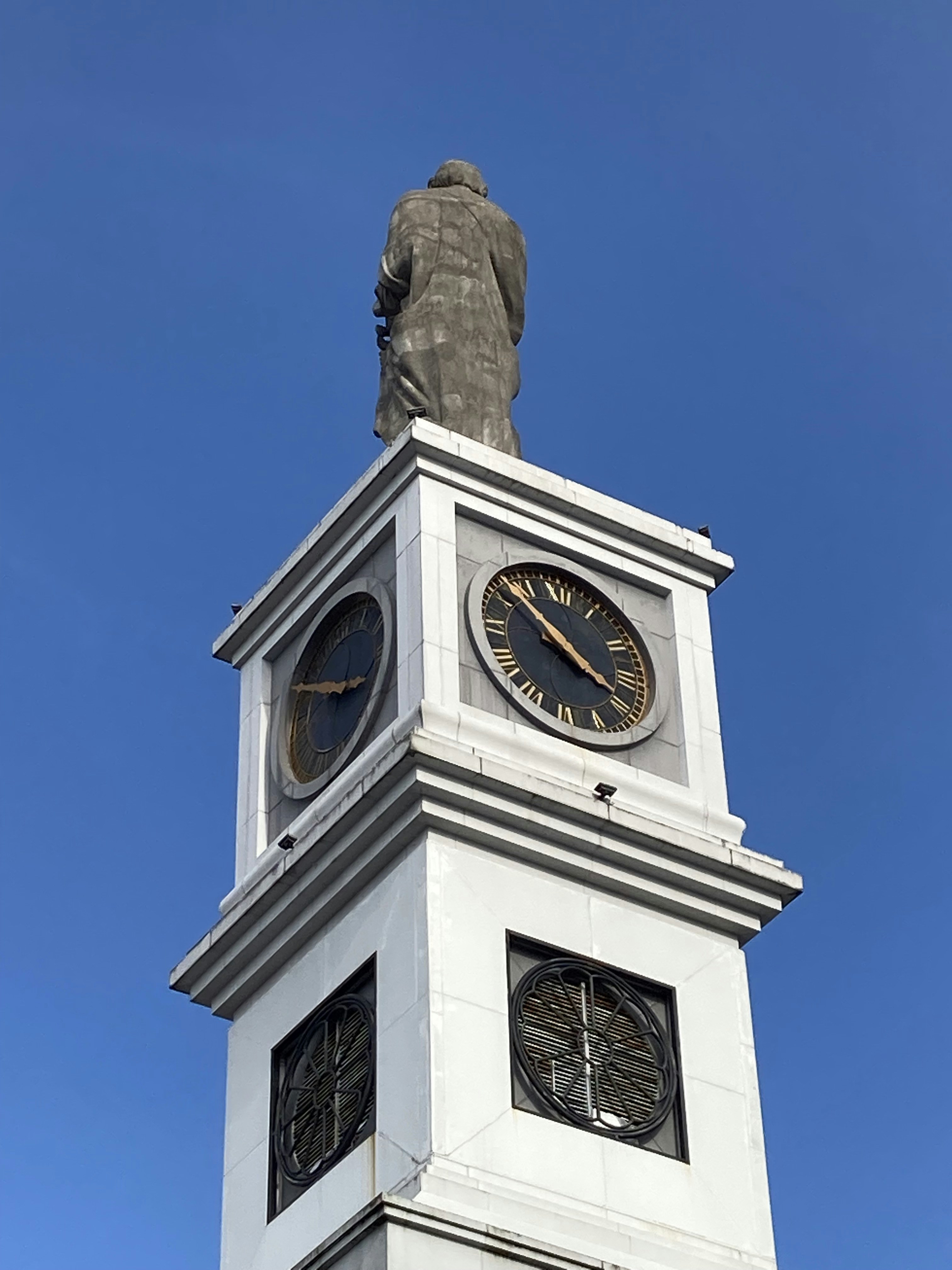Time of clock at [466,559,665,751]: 3:52
